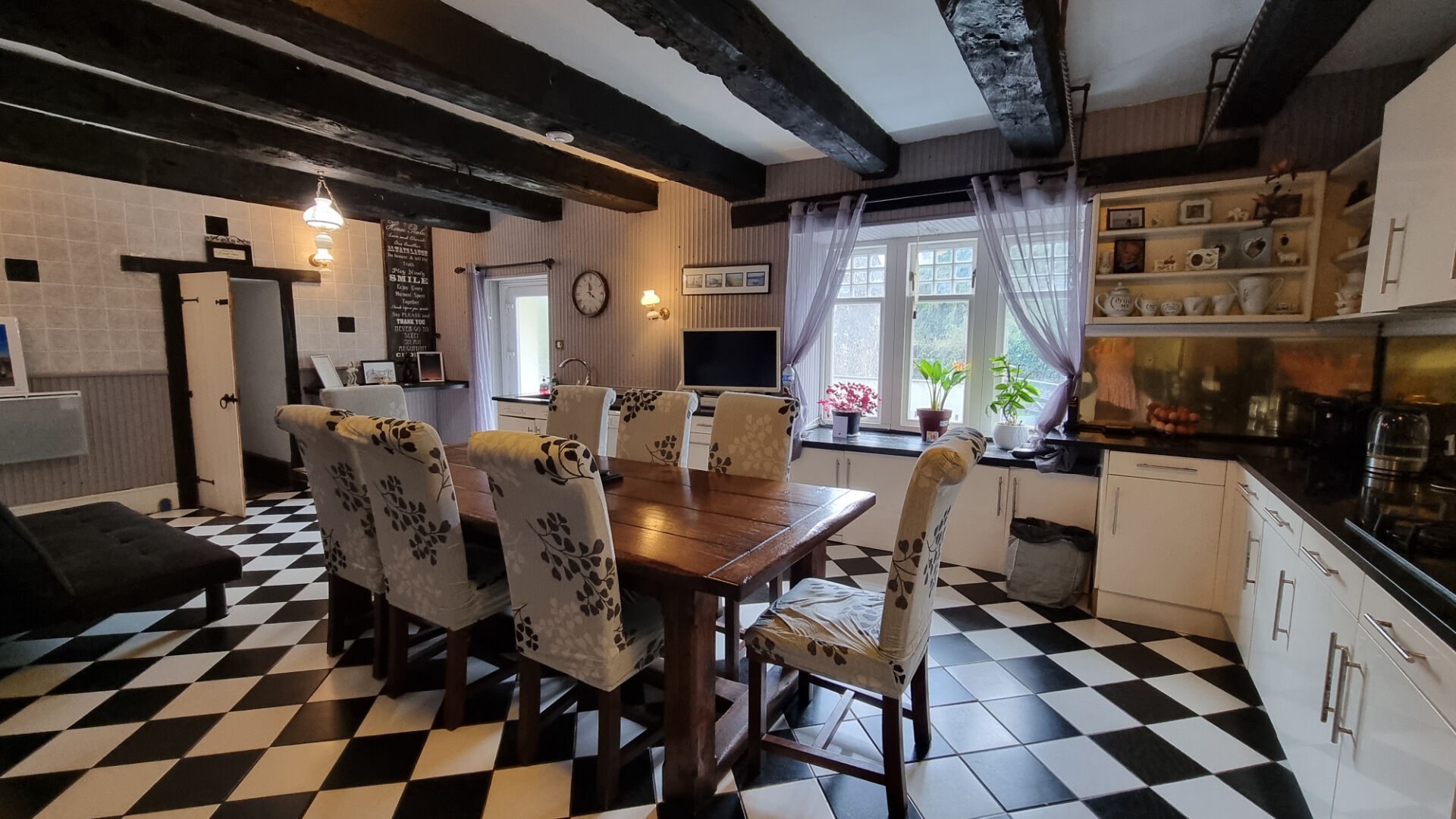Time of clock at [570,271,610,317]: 3:58
